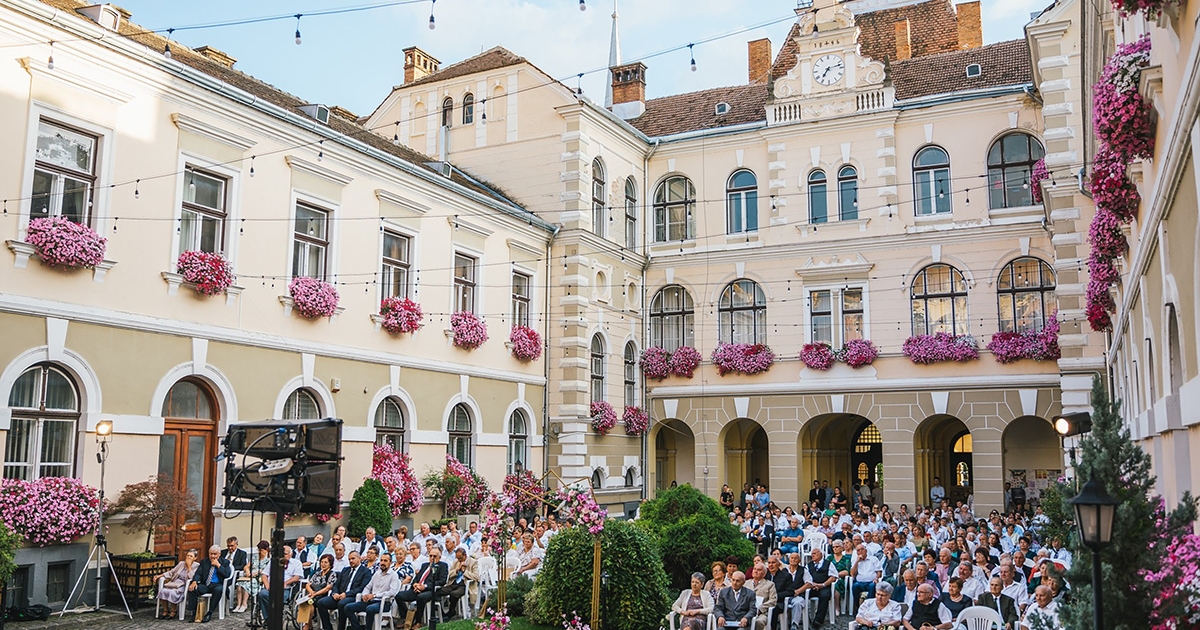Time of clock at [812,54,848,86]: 7:12
